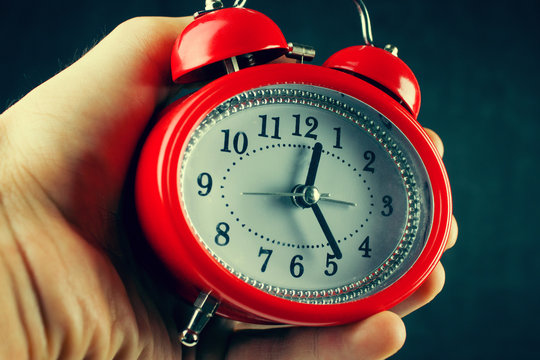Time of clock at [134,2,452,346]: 12:24
